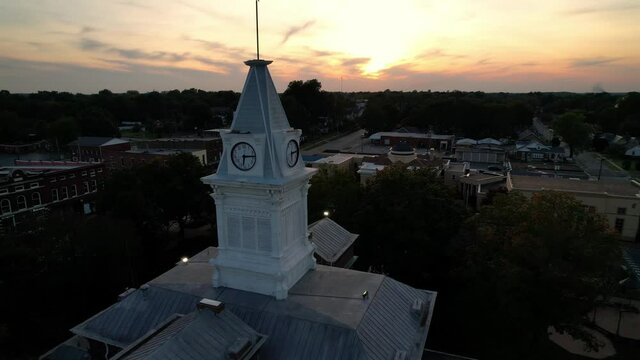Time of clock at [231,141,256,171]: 6:14
